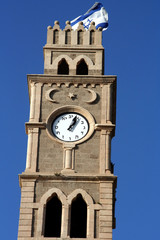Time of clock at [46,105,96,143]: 1:03
